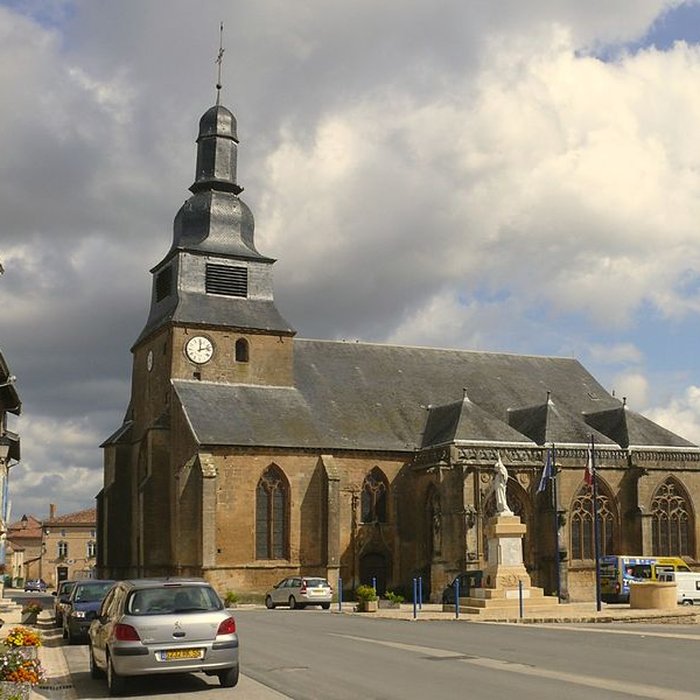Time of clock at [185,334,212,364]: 12:12
